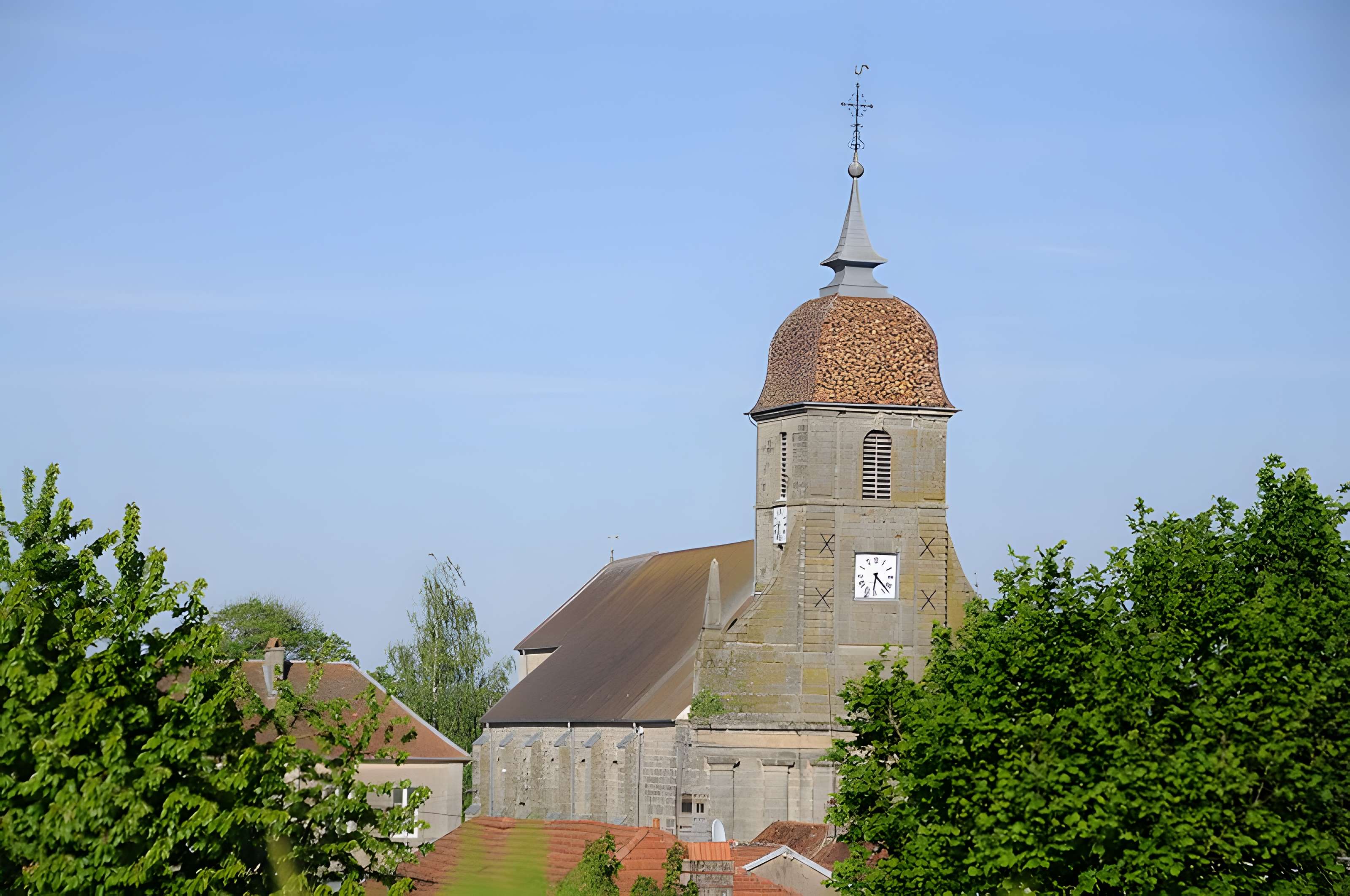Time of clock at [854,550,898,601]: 6:22
